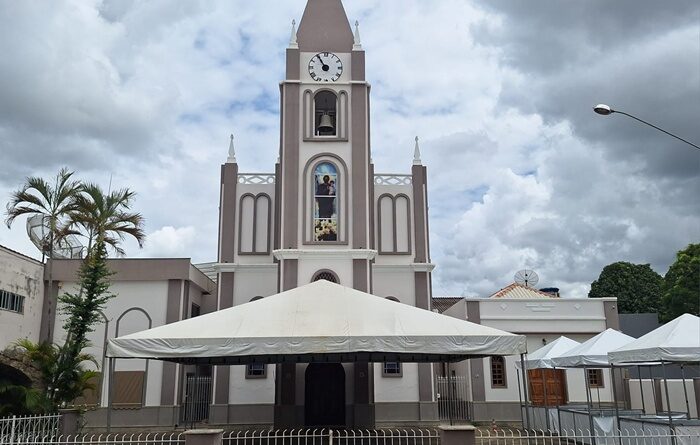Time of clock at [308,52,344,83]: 10:55
